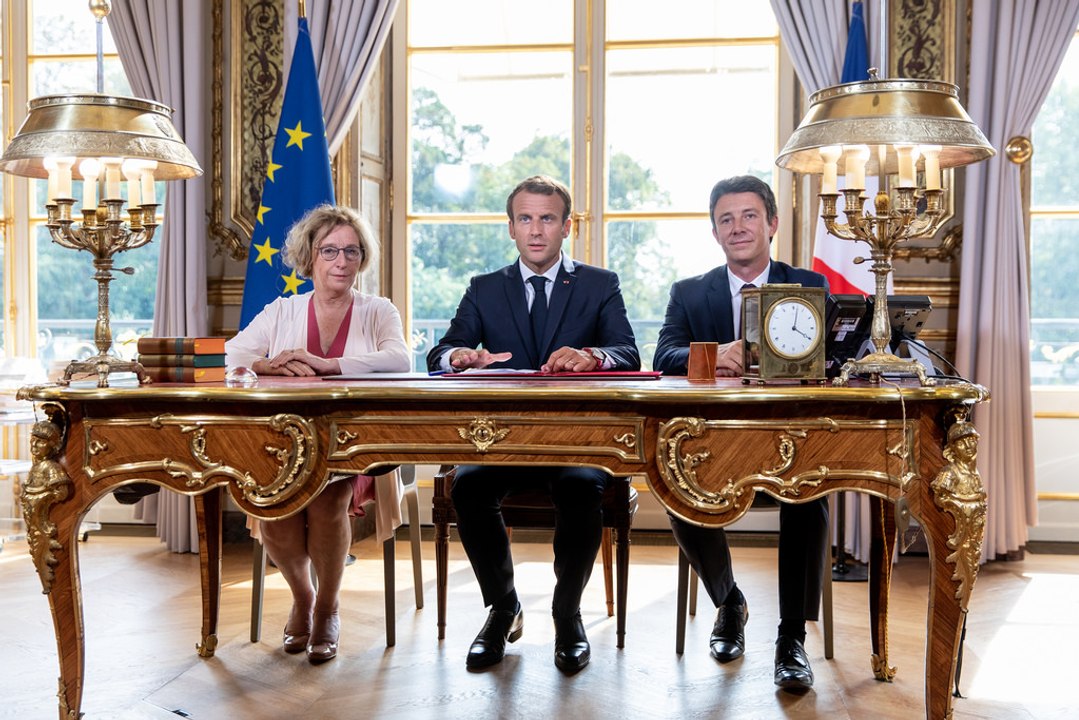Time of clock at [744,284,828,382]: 4:02
